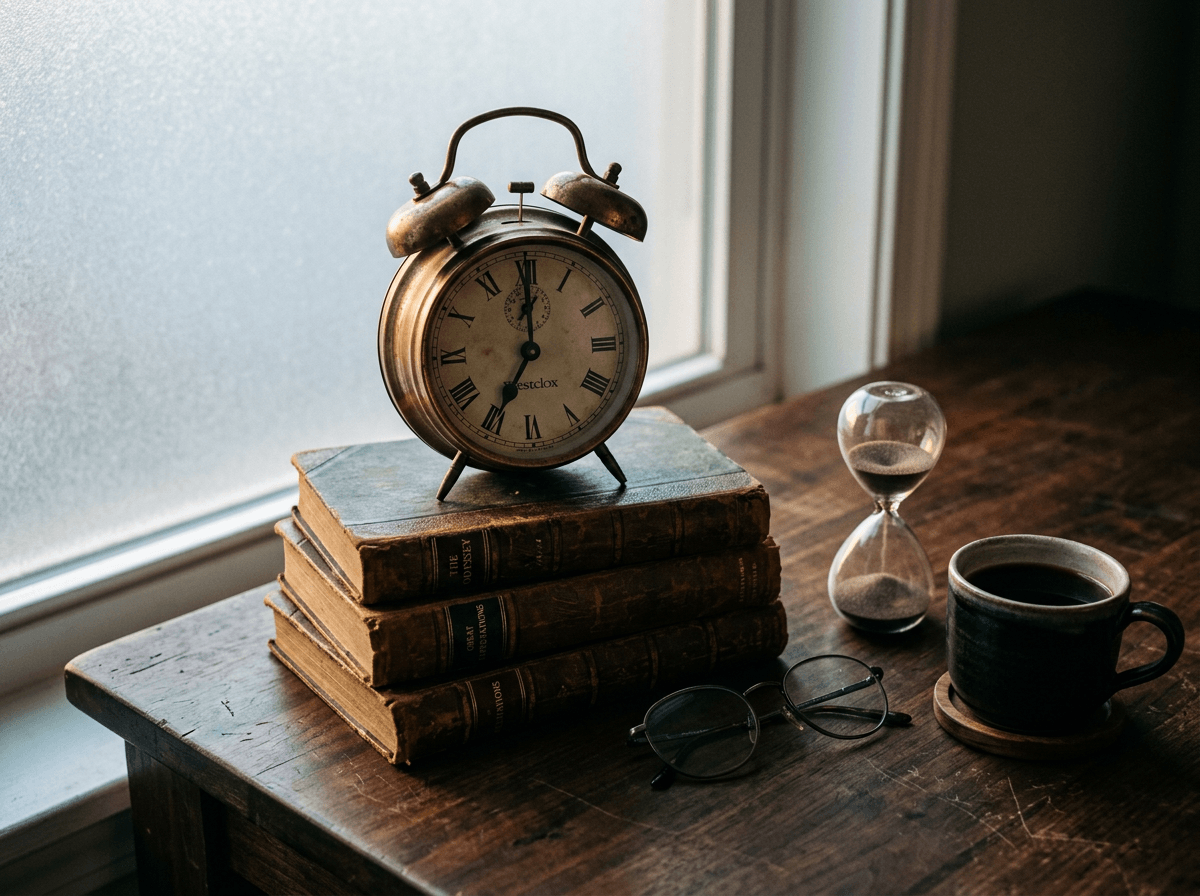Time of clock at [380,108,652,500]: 7:00
